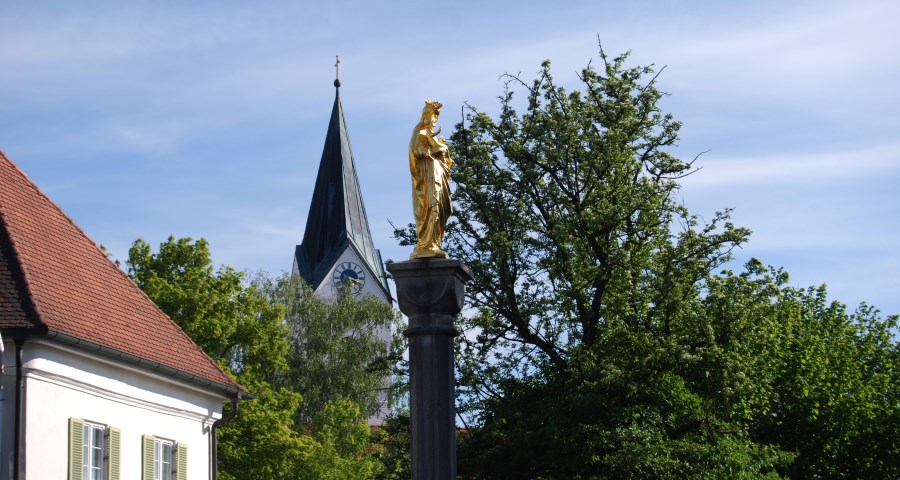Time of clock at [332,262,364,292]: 5:18
